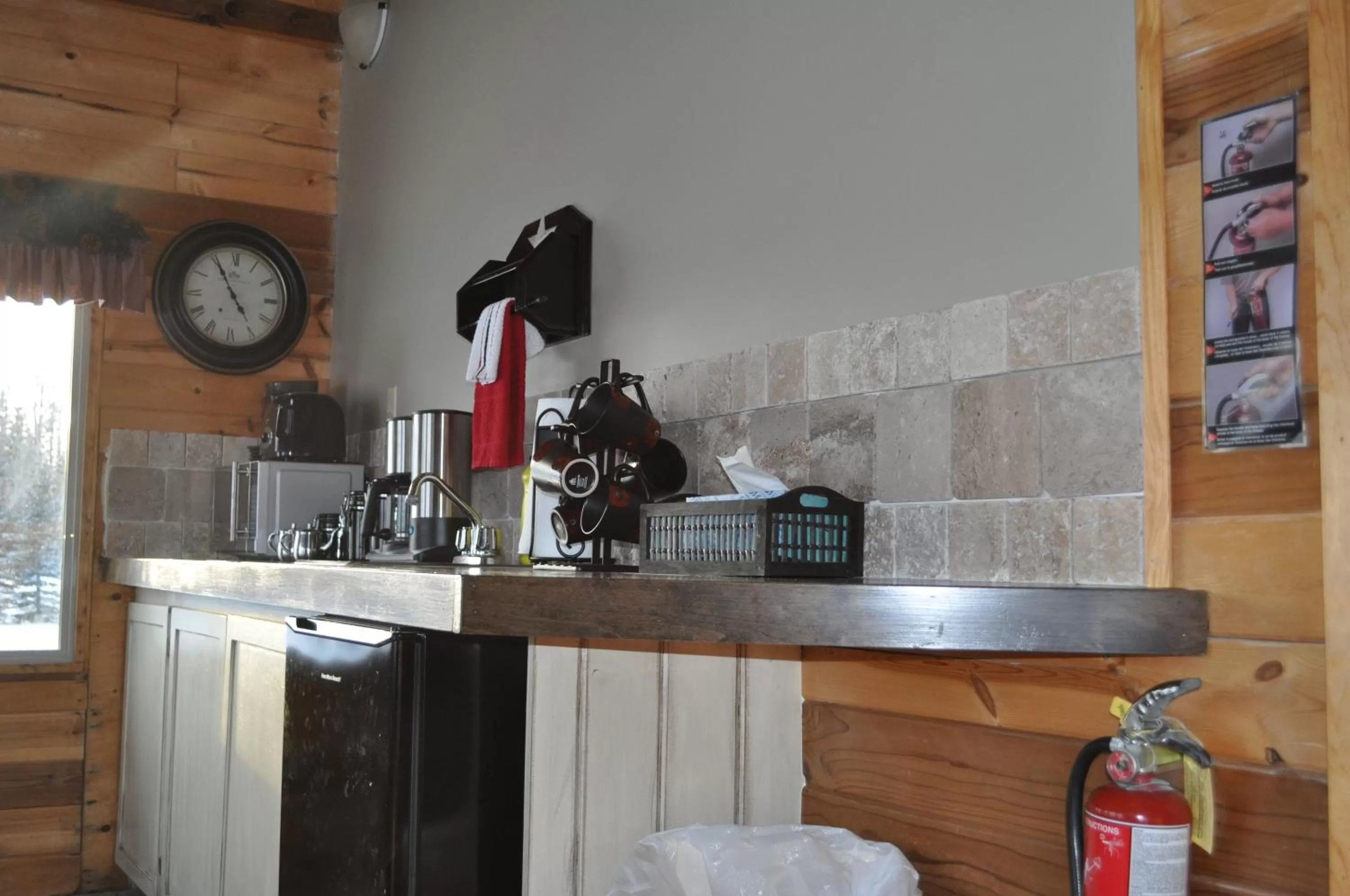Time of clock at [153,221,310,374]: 4:55
